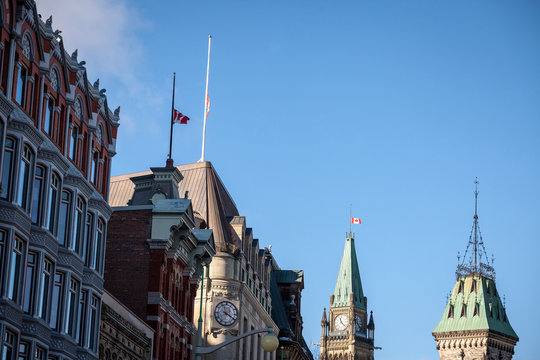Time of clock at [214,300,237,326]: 11:19
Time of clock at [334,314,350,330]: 11:22
